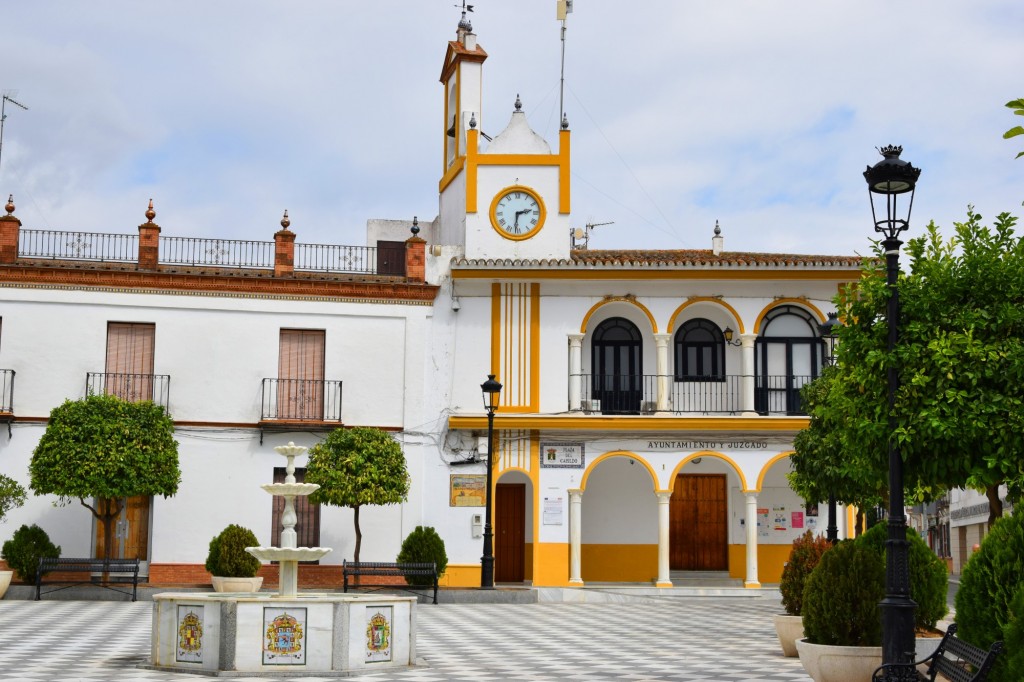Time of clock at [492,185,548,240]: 2:31
